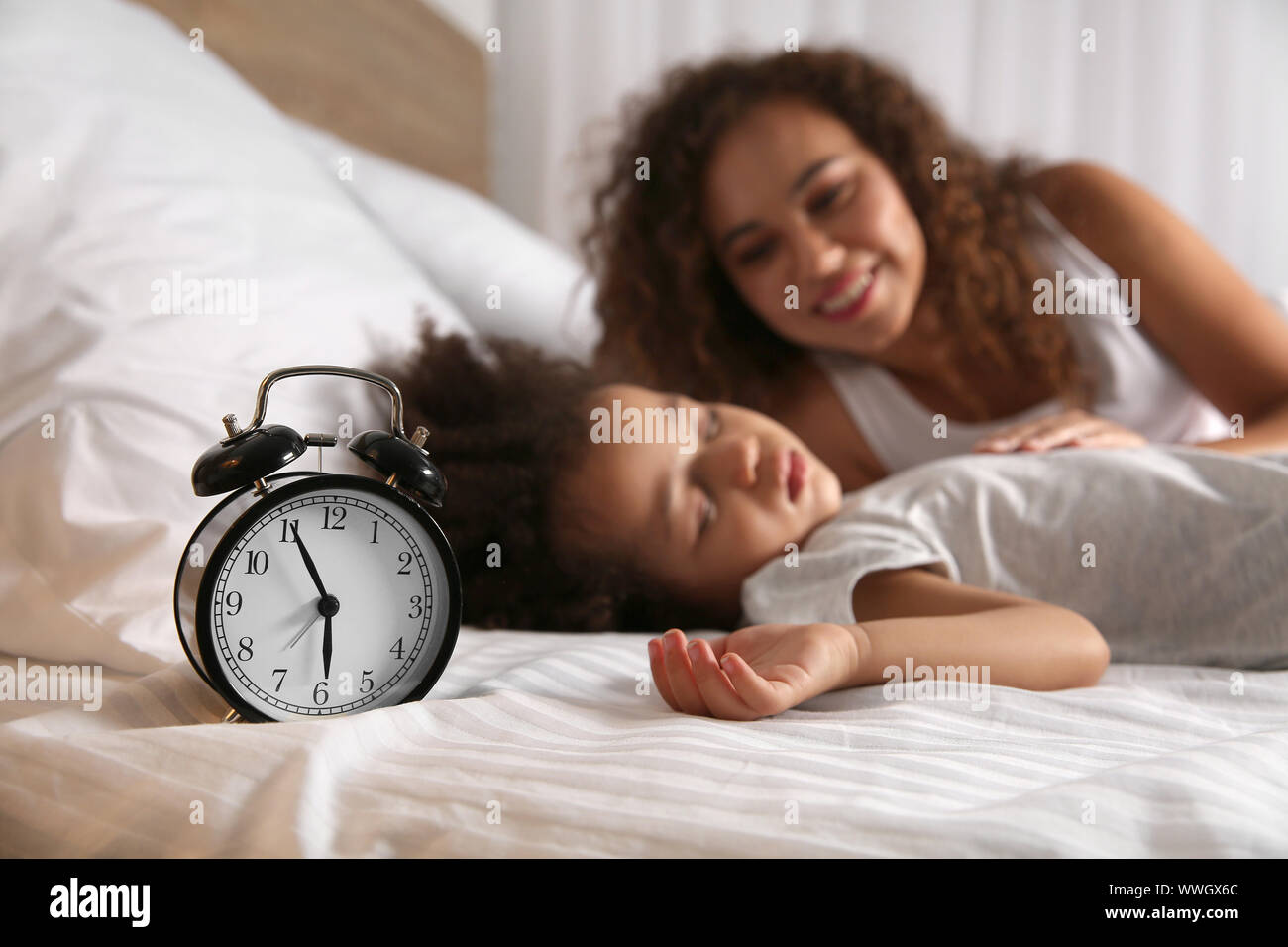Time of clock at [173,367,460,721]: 5:55
